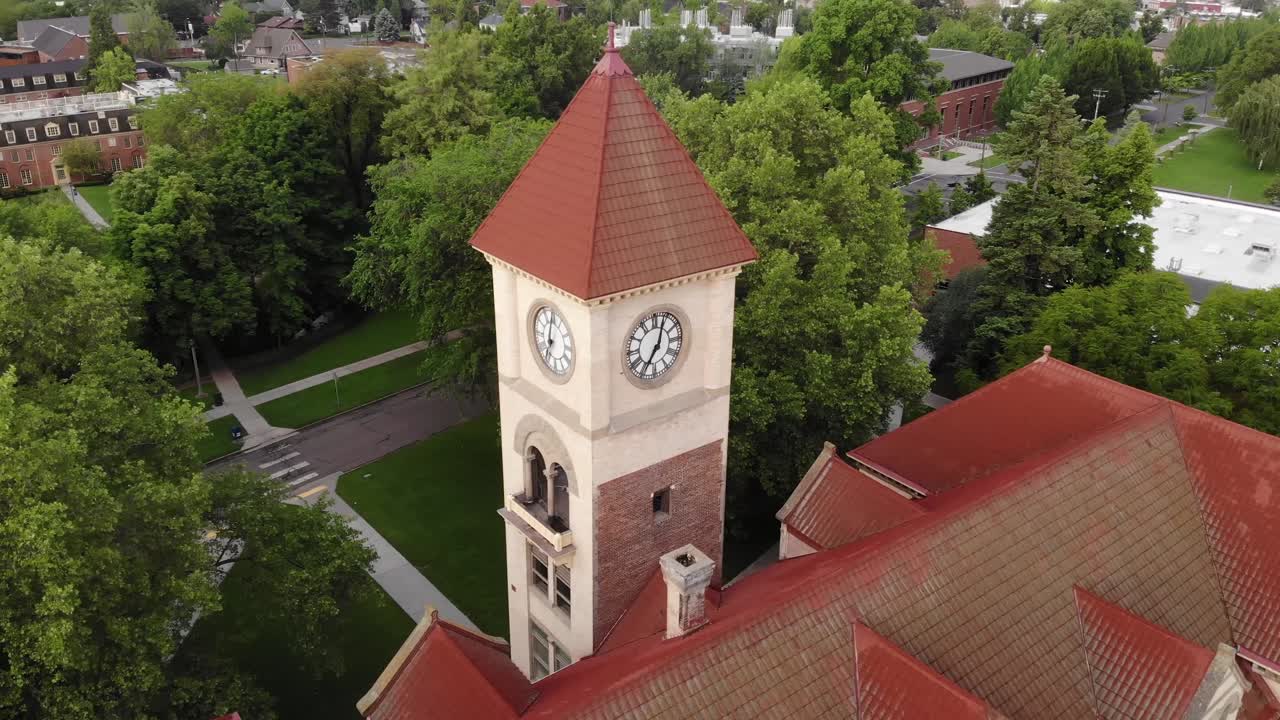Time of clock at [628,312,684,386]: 7:03
